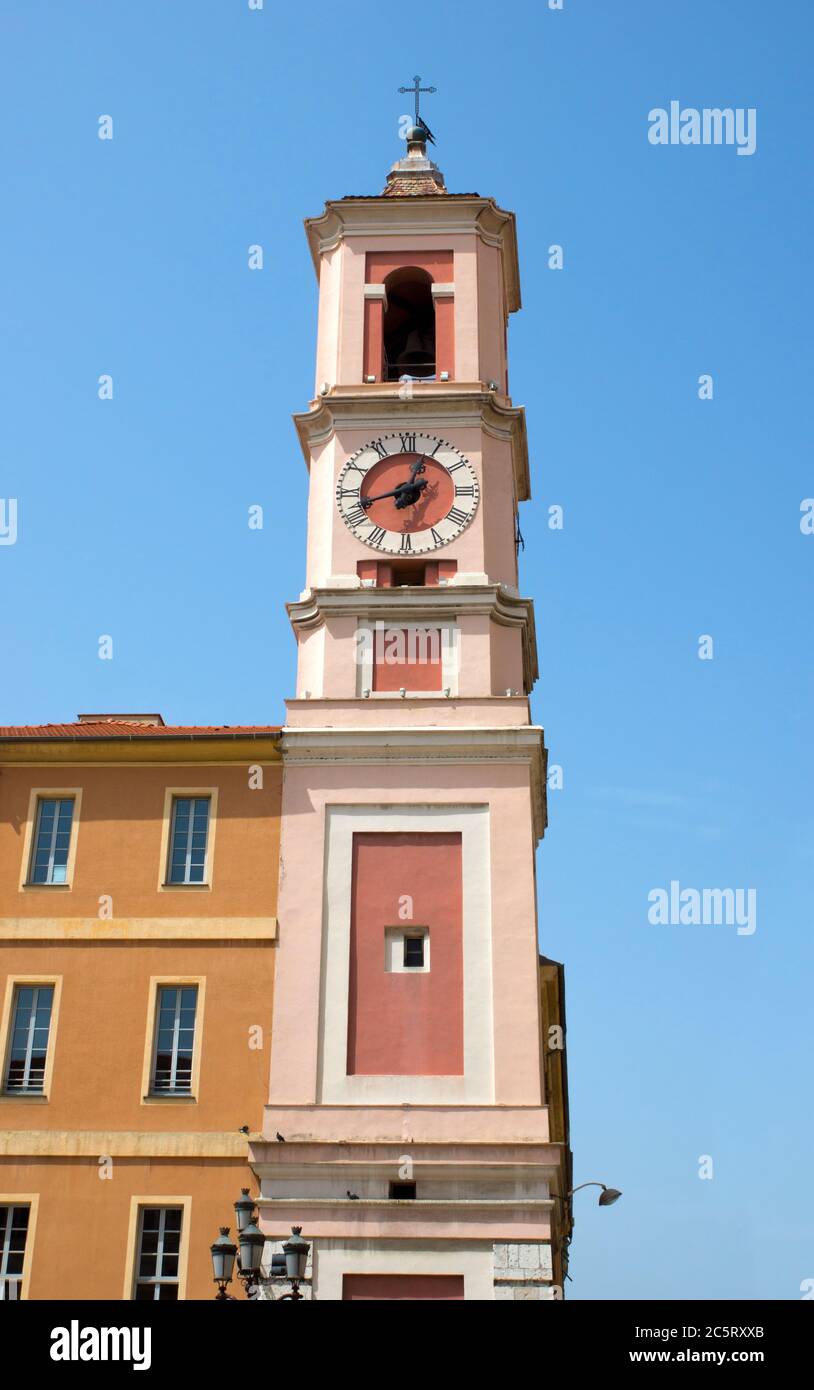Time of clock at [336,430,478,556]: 12:42
